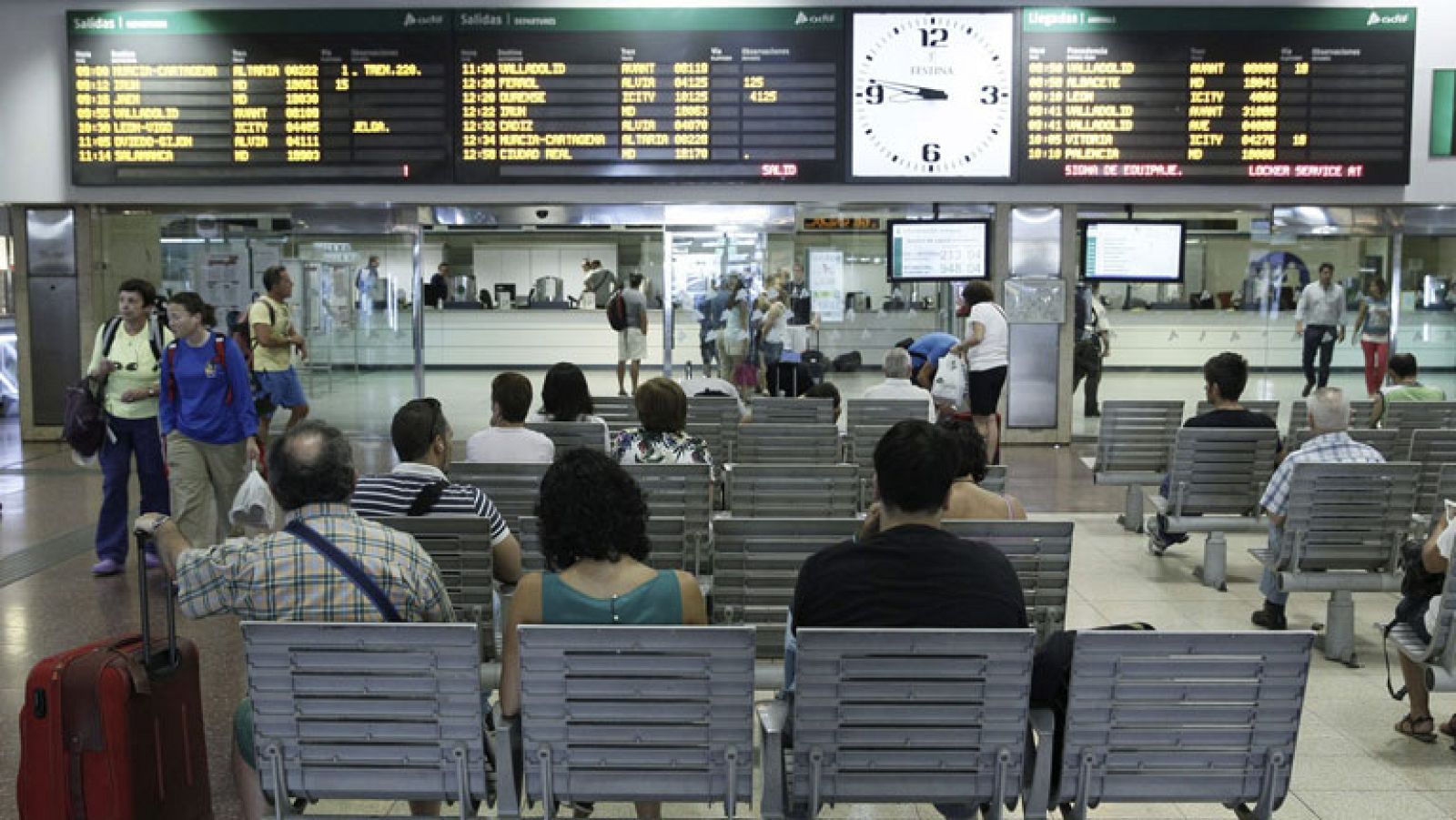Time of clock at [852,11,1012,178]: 8:46
